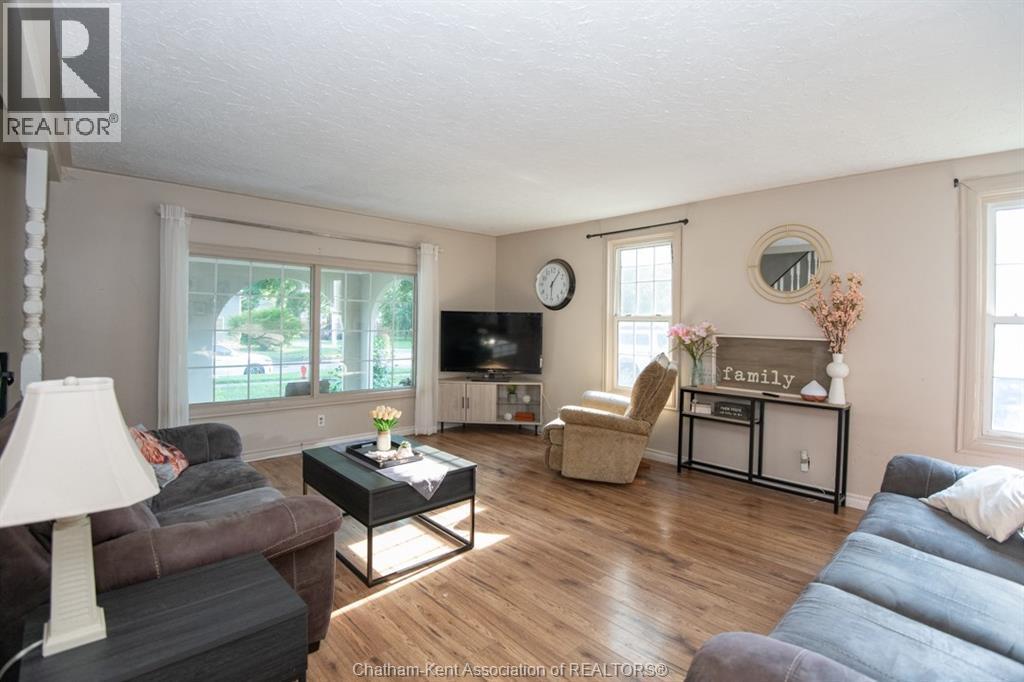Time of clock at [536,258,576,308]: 6:06
